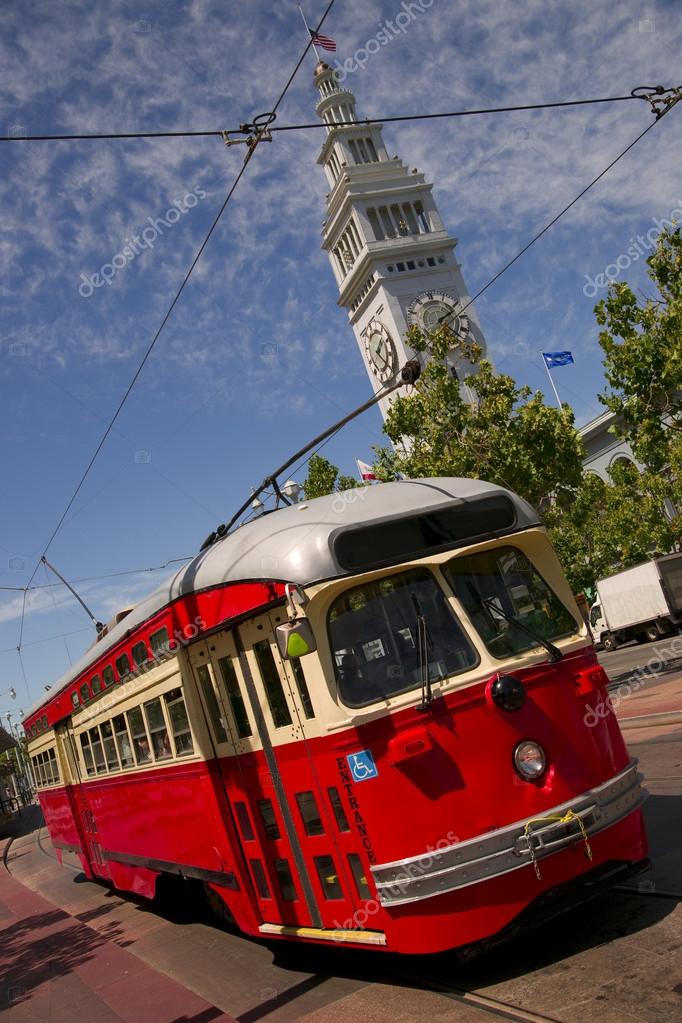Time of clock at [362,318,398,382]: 1:20
